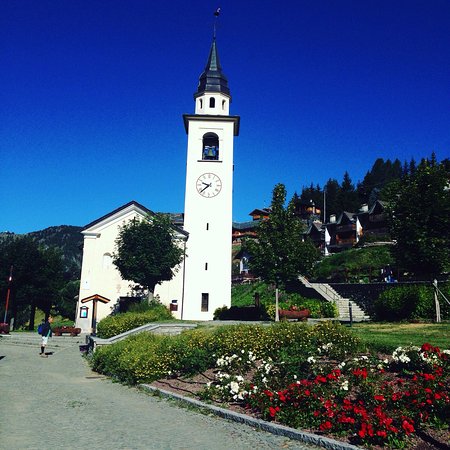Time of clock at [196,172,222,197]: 9:38
